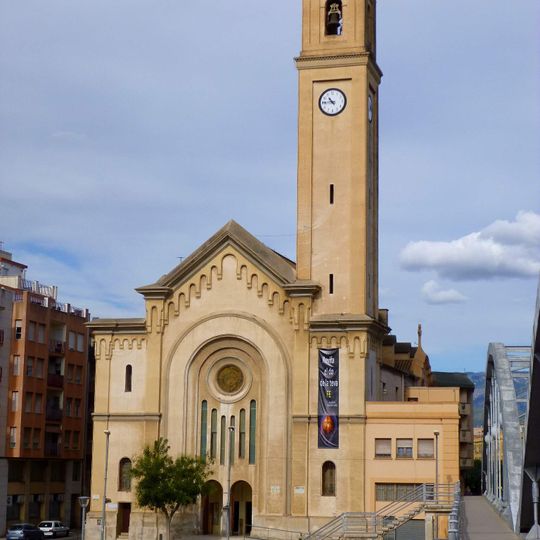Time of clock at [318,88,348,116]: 10:45
